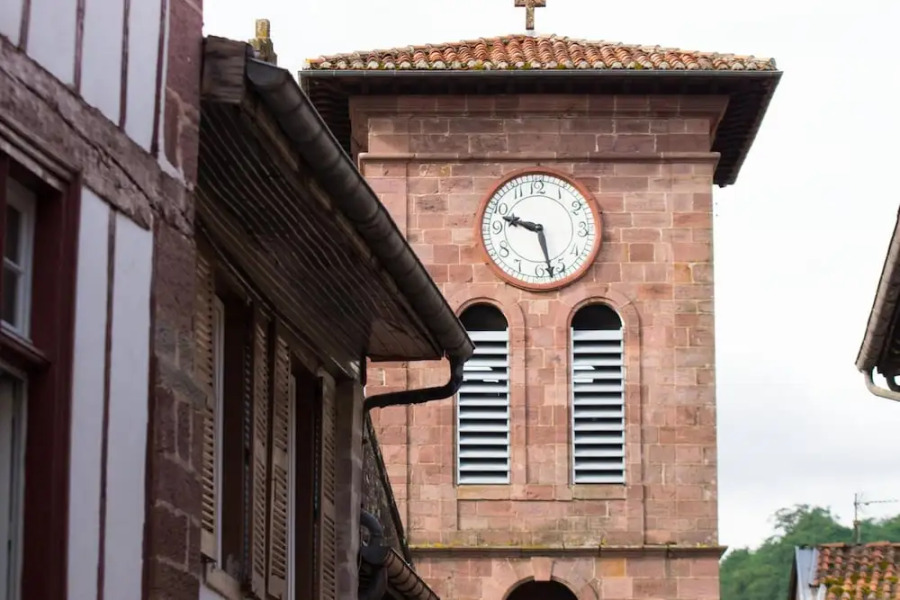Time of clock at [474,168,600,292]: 9:27
